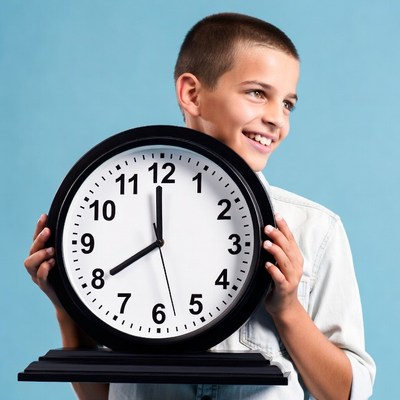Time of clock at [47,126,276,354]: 7:59
